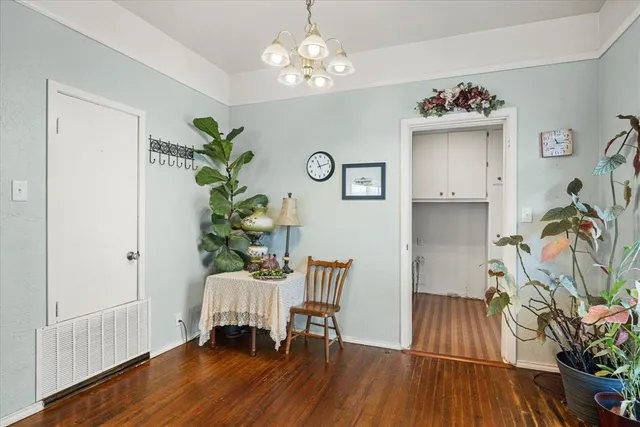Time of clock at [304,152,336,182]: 11:12
